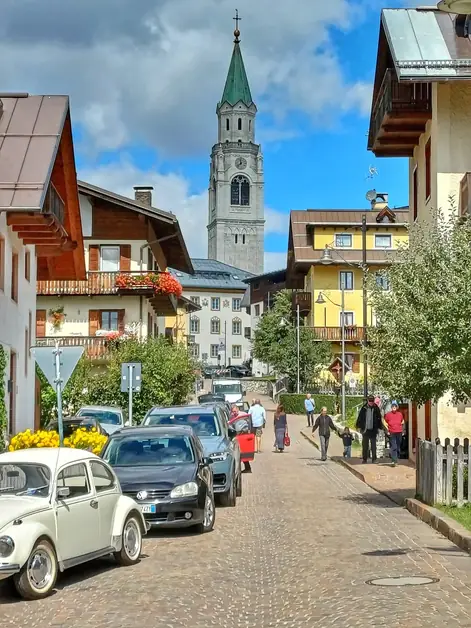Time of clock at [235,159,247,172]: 11:37
